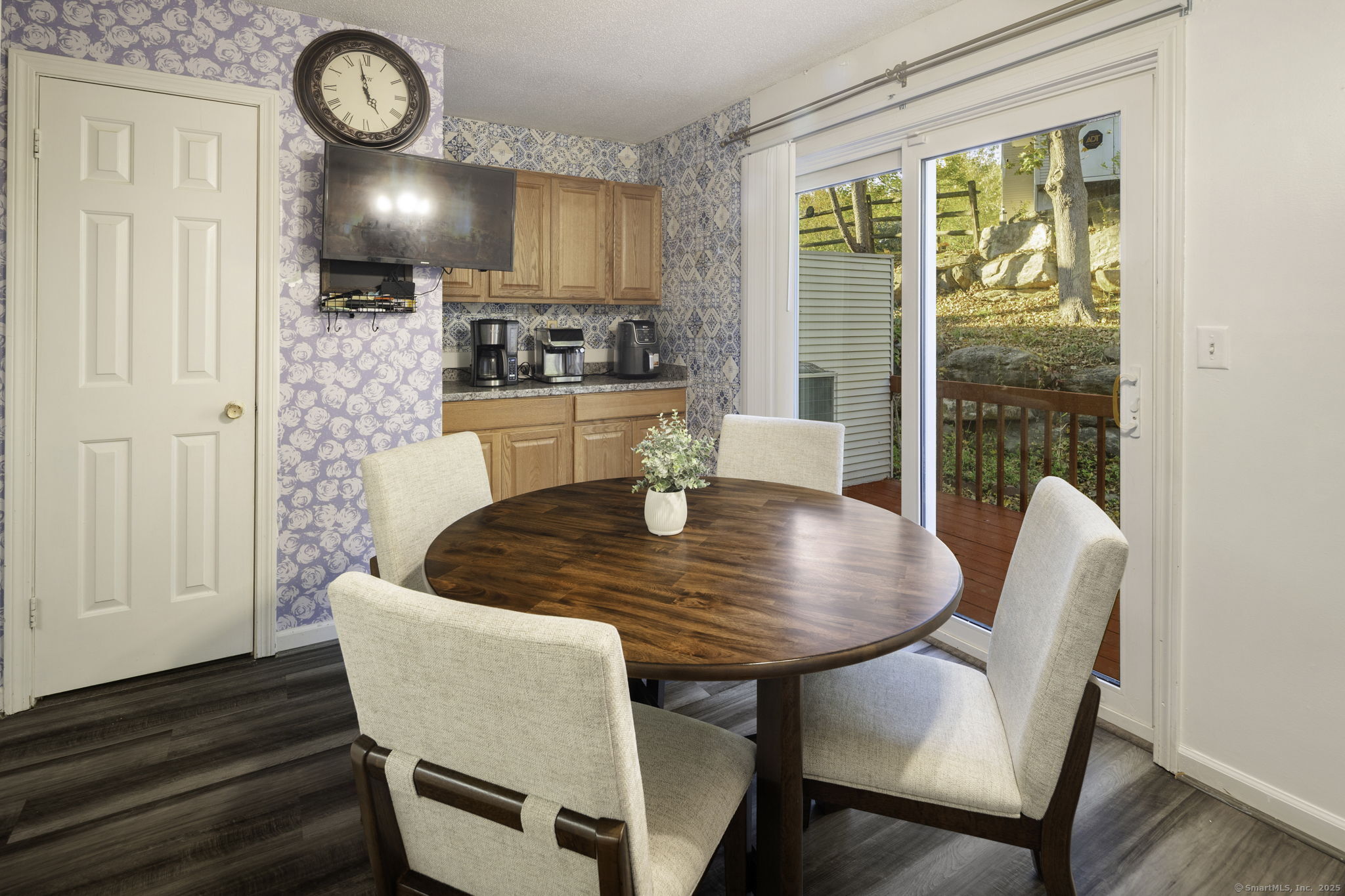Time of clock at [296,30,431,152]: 4:58
